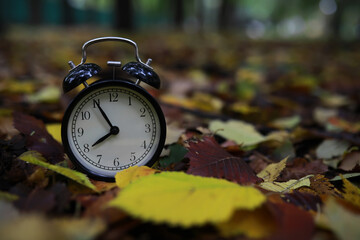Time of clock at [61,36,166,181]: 7:55
